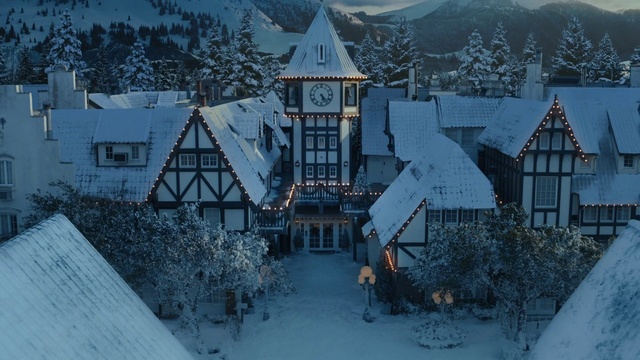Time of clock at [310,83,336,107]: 5:23
